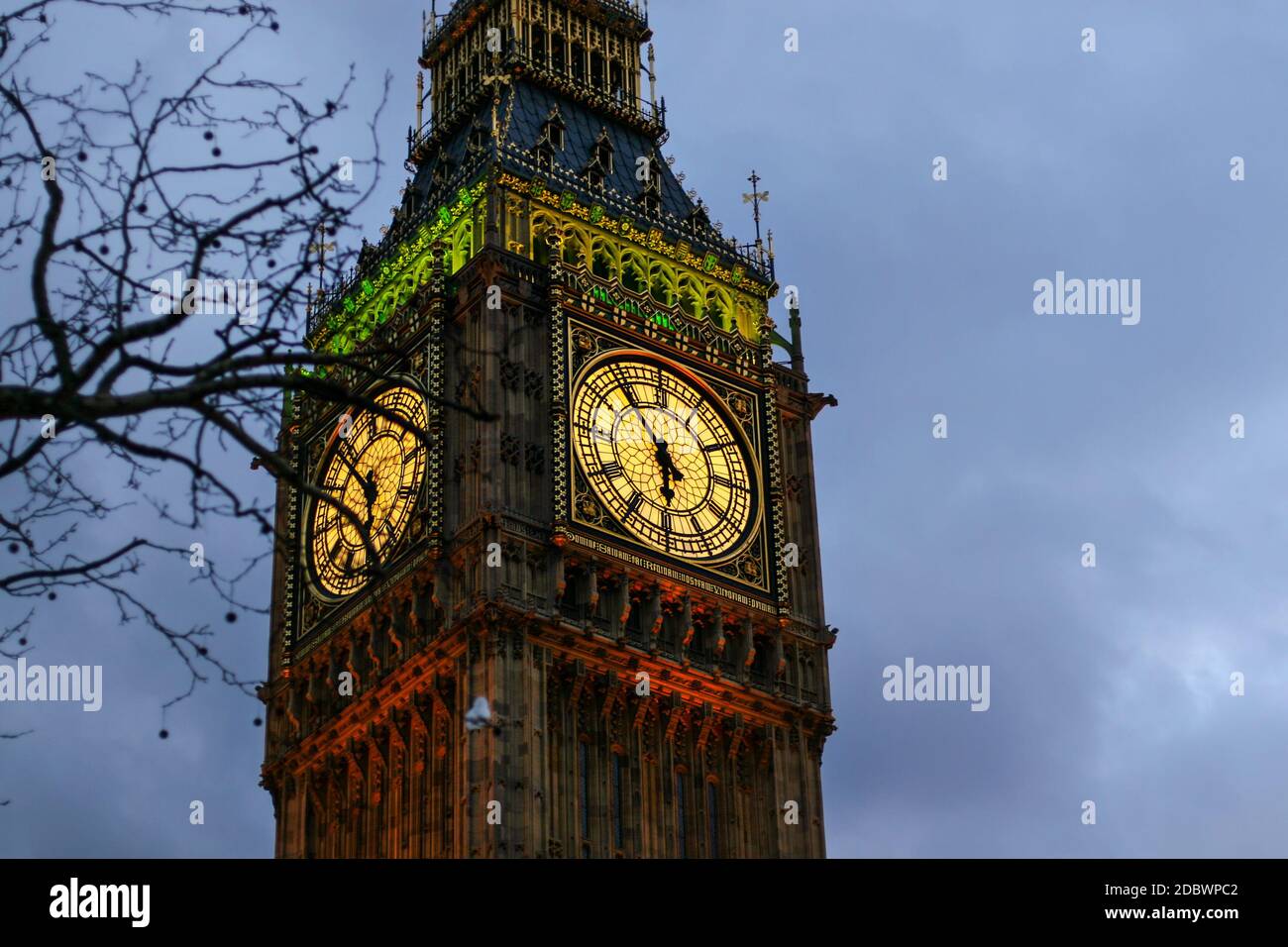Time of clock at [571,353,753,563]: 5:53
